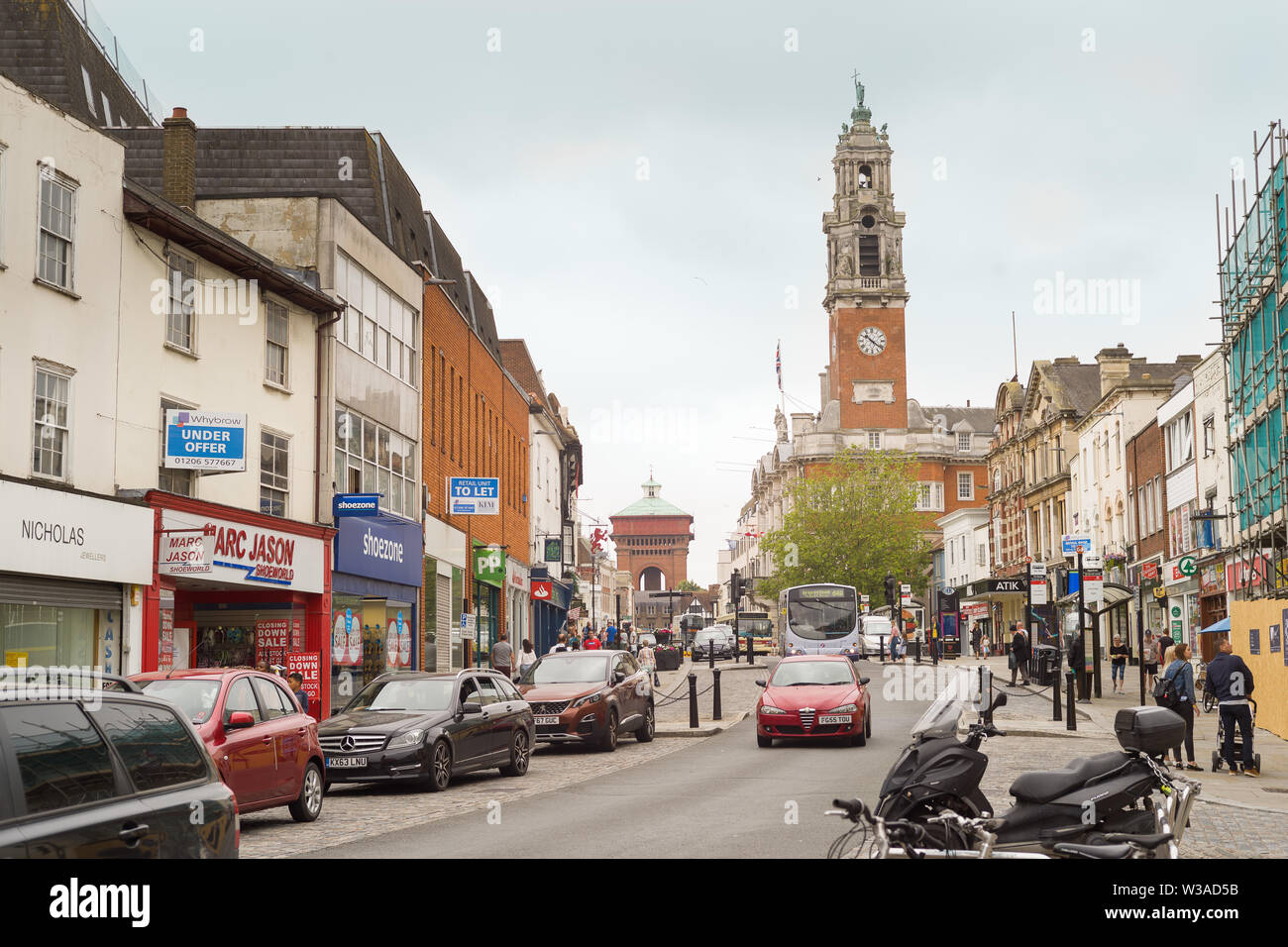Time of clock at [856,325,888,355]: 10:21
